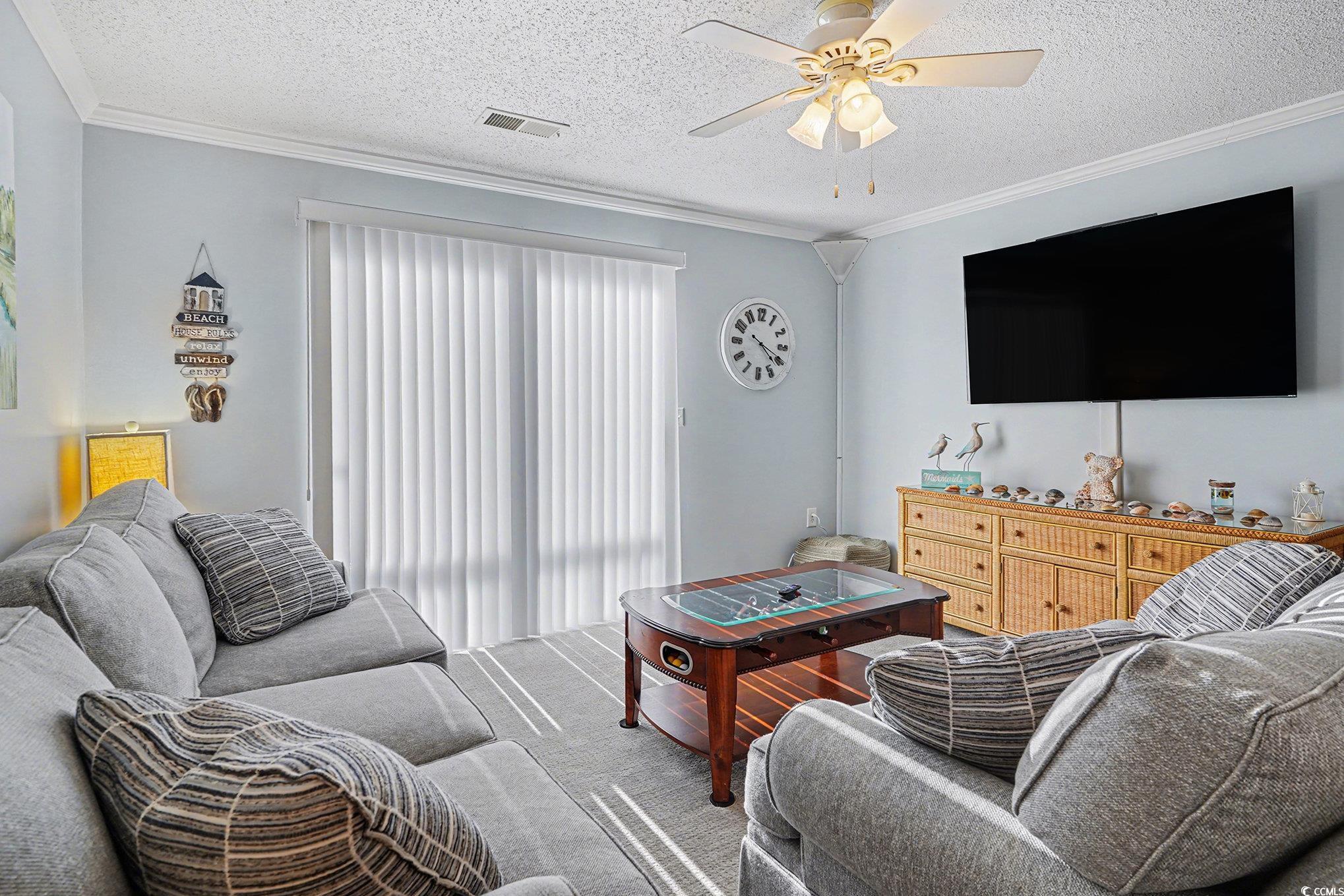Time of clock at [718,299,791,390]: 4:19
